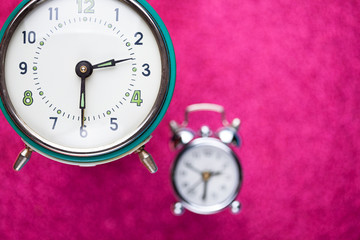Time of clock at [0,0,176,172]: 2:30
